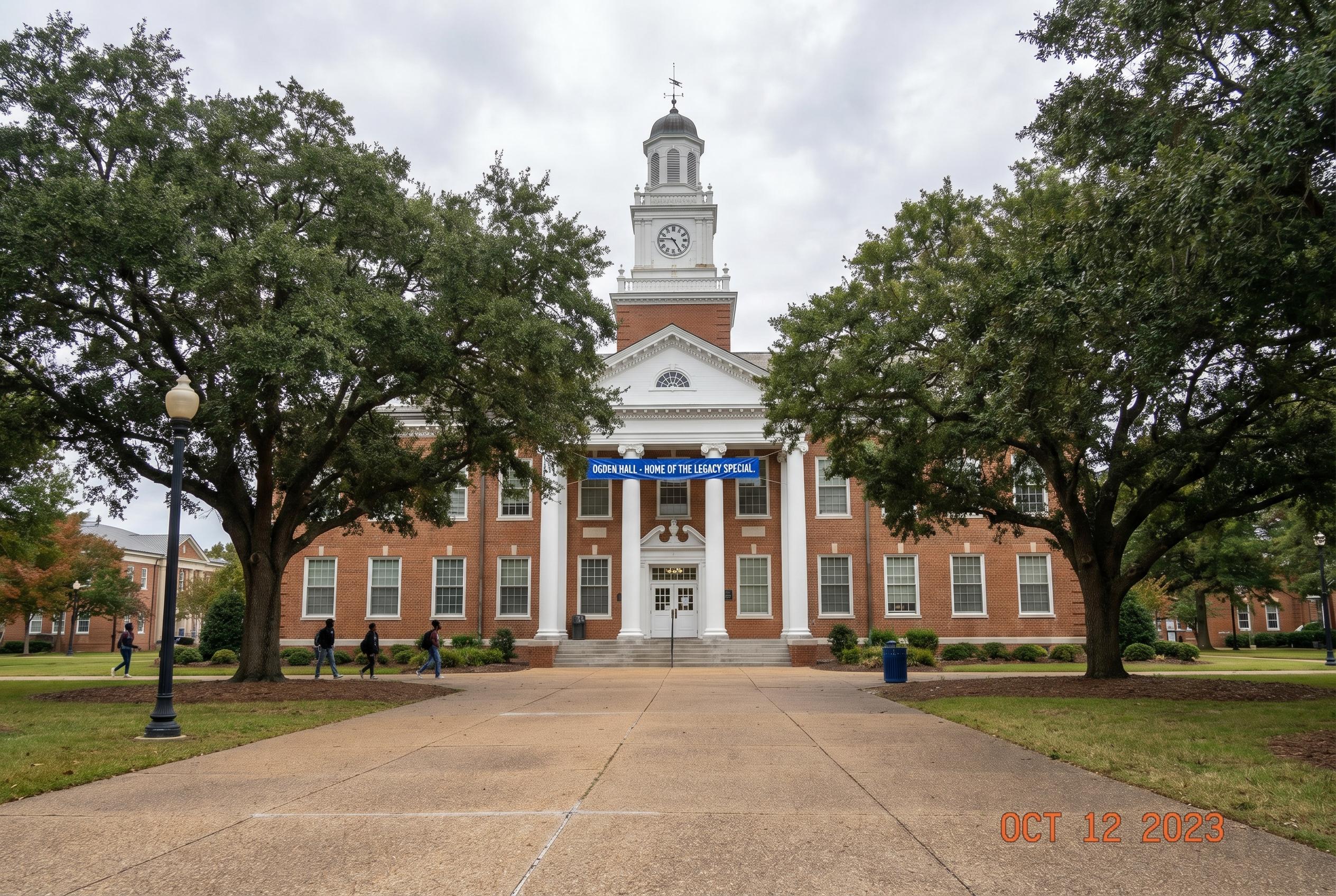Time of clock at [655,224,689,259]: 4:46
